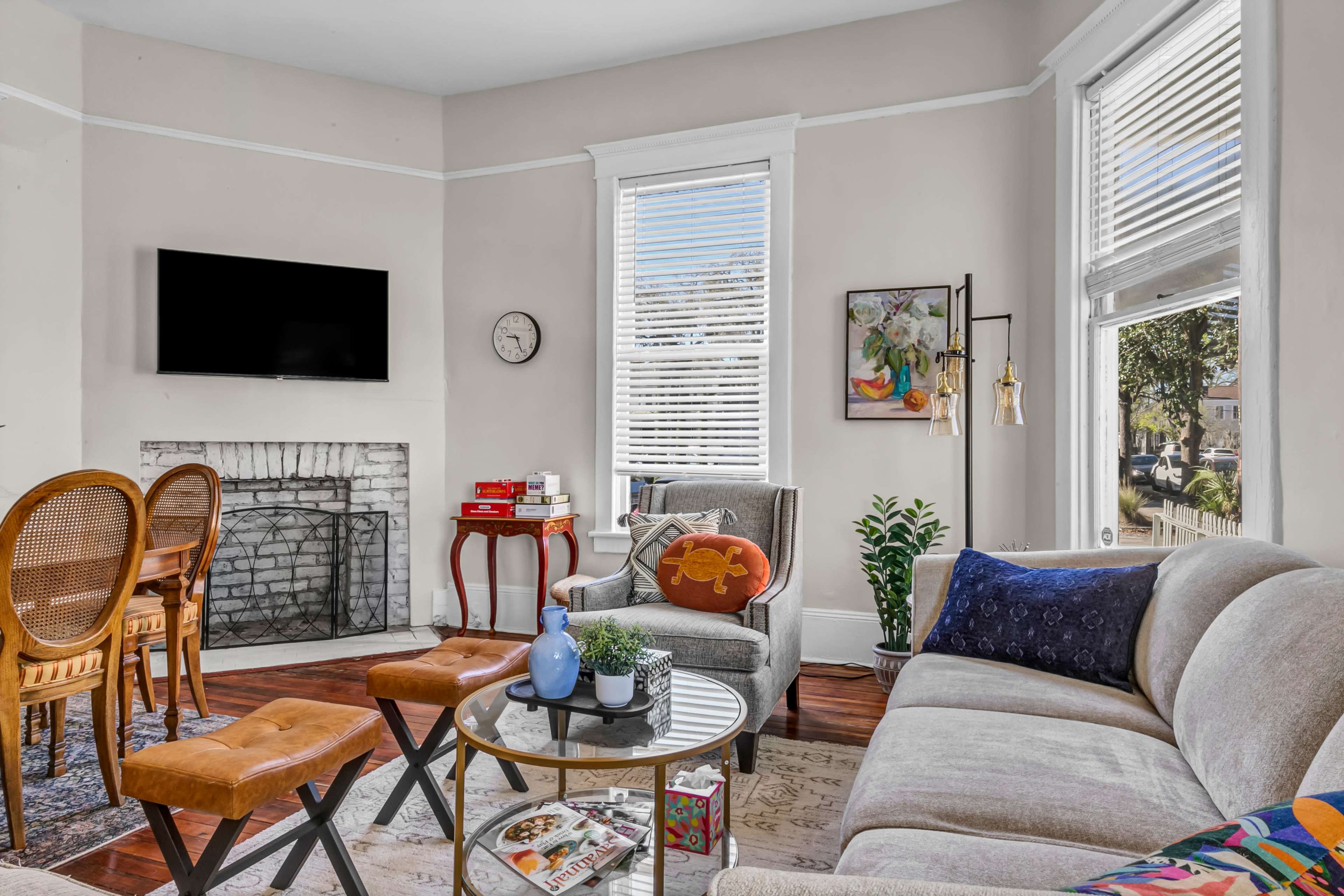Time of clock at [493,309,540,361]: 9:26
